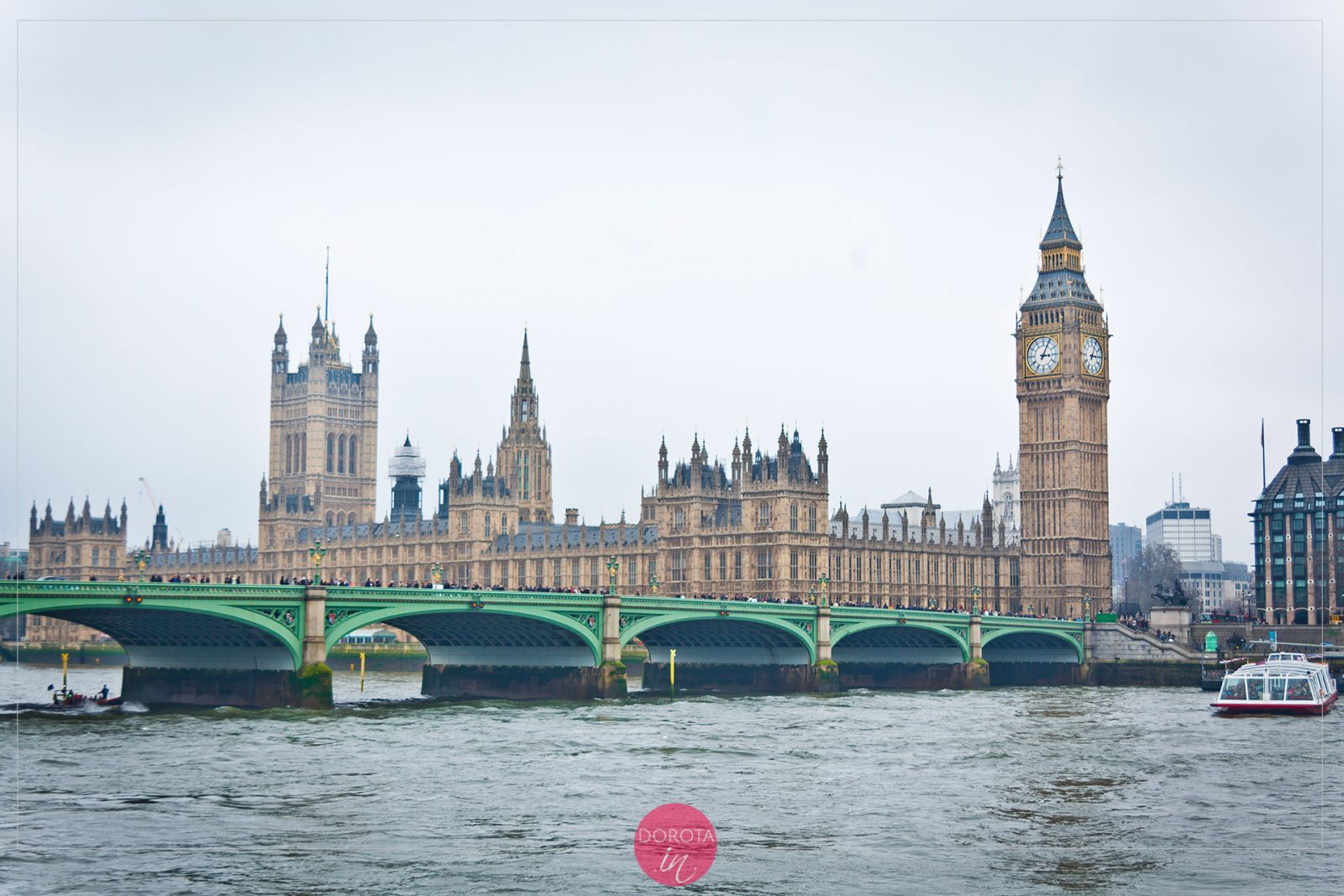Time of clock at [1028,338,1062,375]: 3:04
